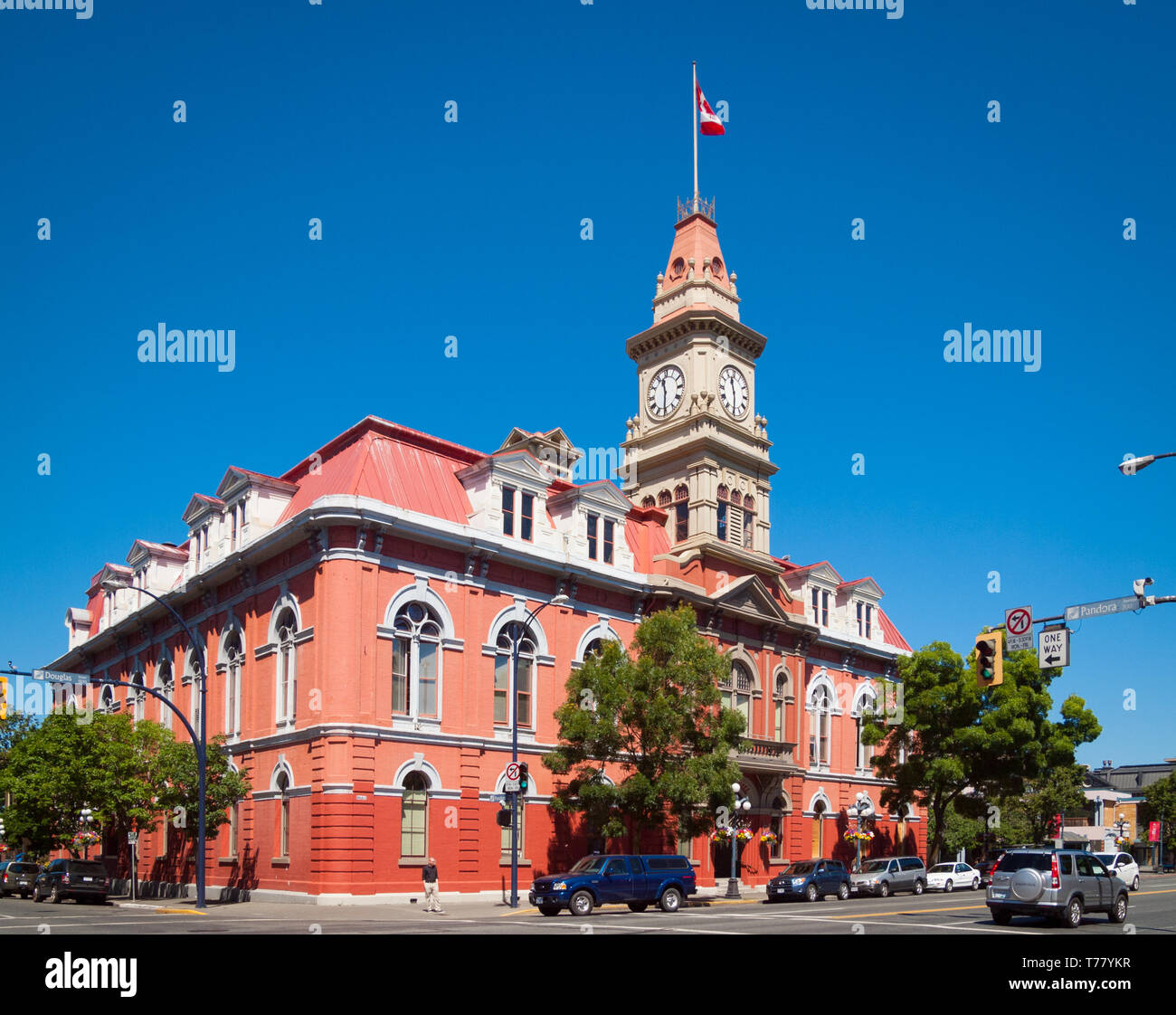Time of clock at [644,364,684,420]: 11:30
